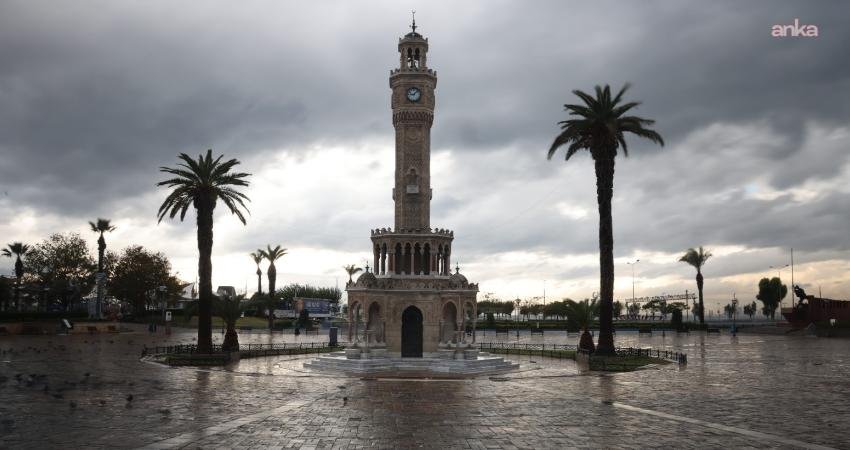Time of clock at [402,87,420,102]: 9:07
